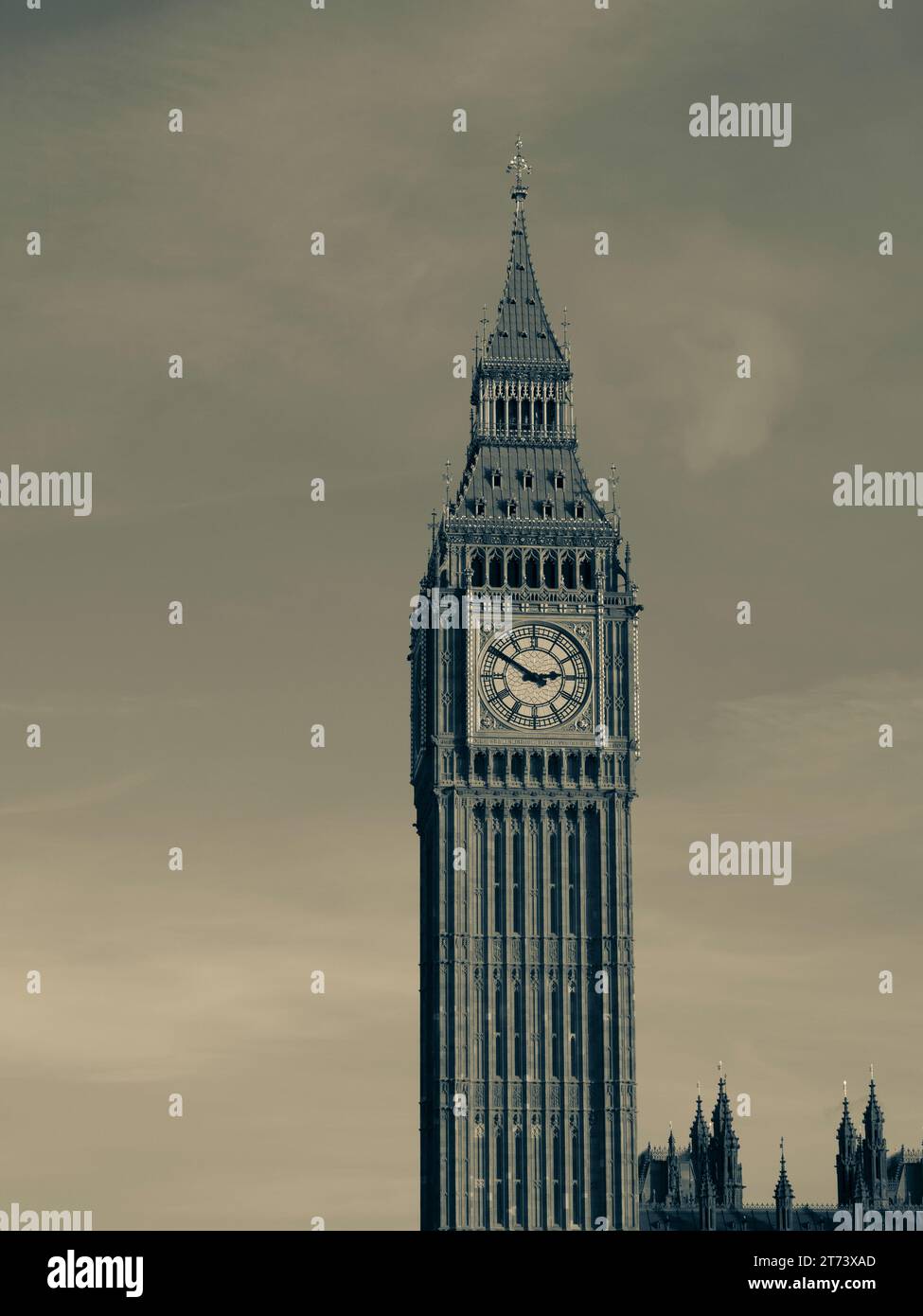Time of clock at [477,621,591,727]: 2:50
